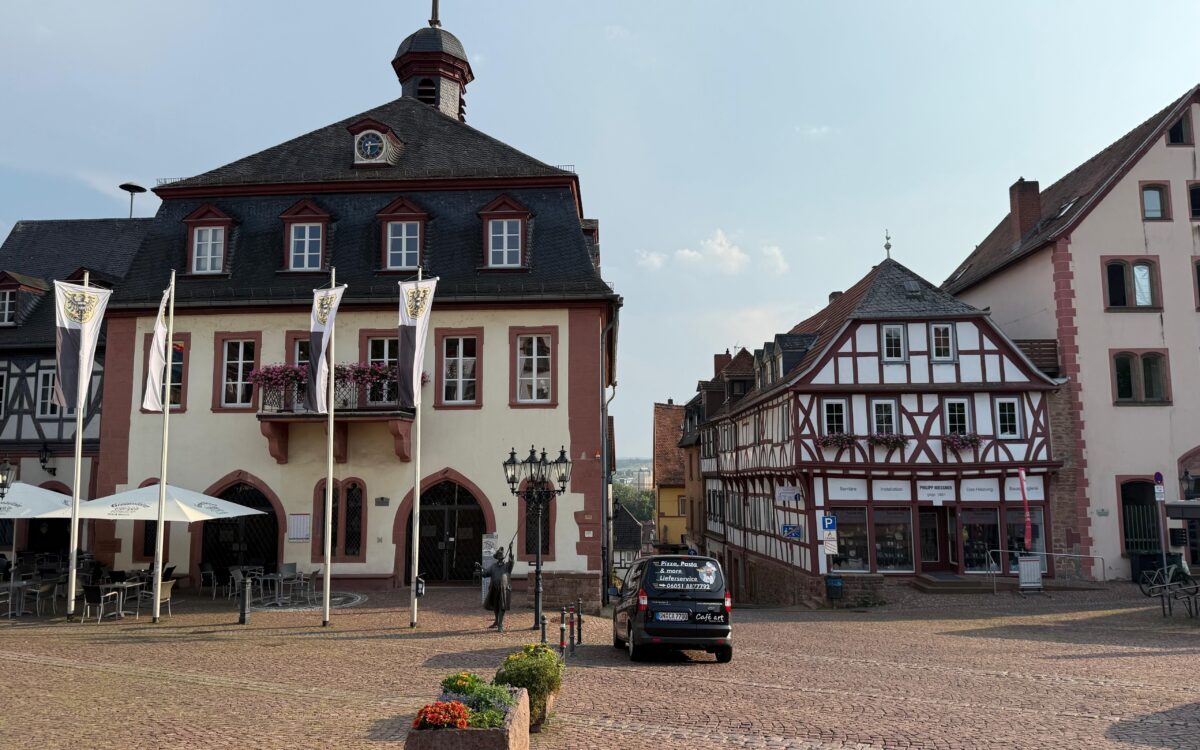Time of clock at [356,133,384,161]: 6:14
